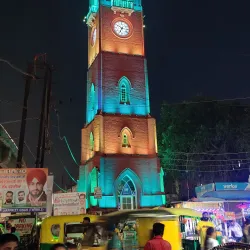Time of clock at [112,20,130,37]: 6:50
